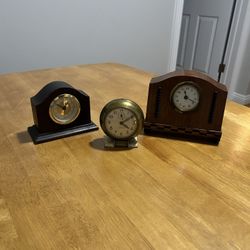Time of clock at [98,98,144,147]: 4:09
